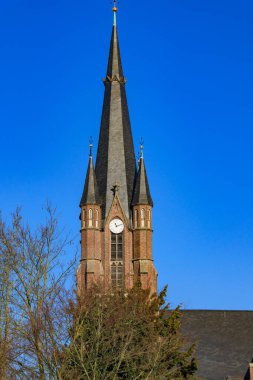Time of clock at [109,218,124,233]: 11:12
